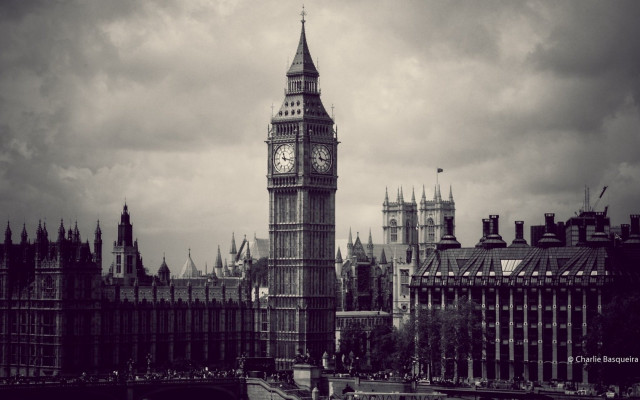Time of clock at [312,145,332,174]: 11:16
